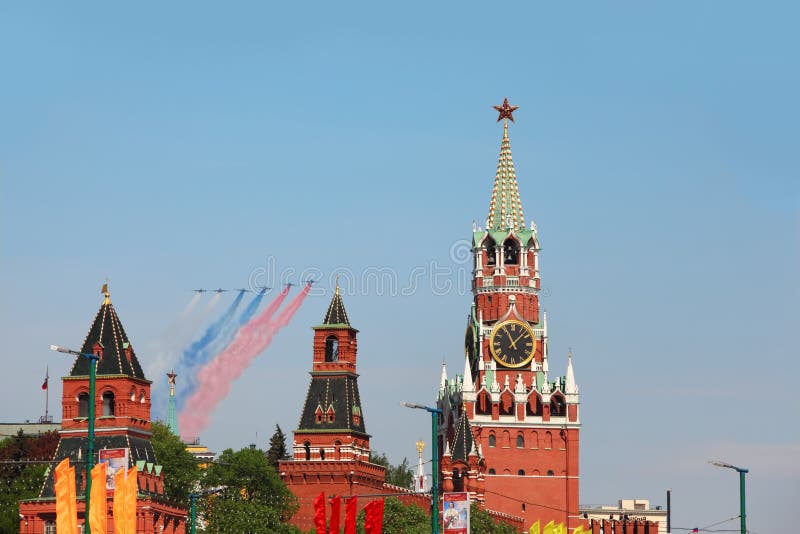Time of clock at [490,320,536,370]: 11:07
